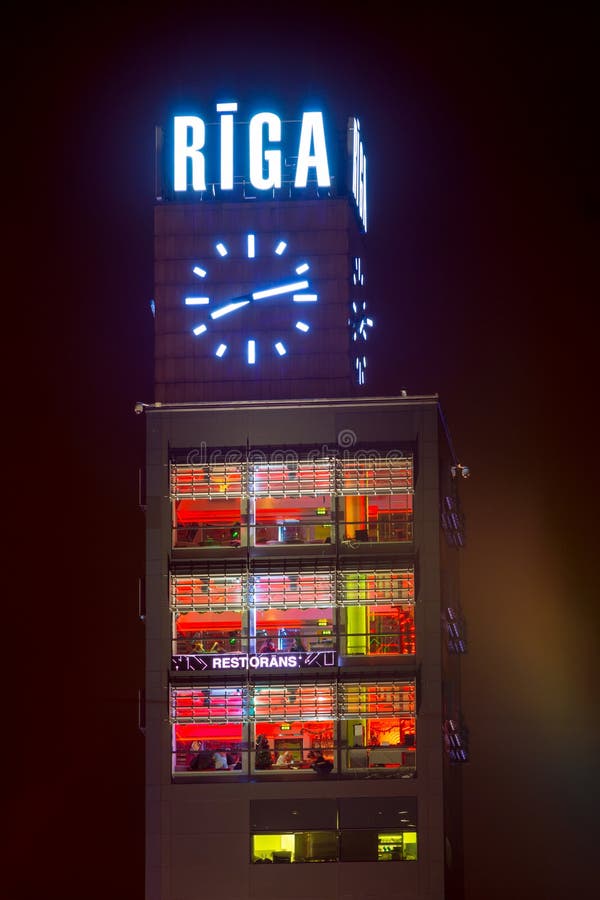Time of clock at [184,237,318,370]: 8:12
